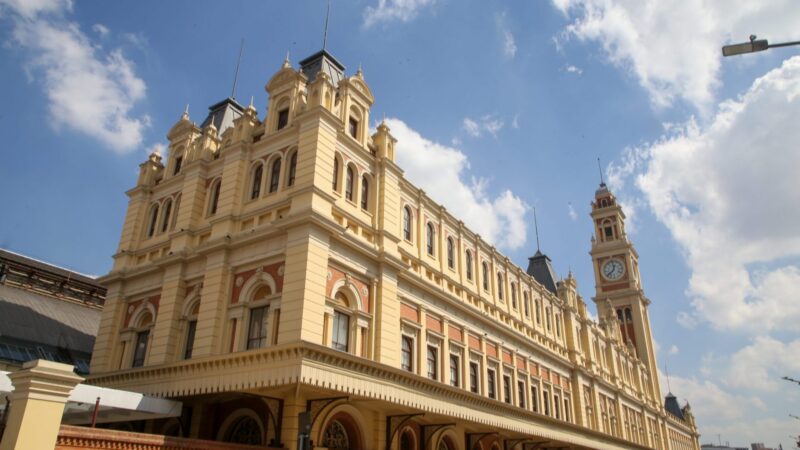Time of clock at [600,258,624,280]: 12:38
